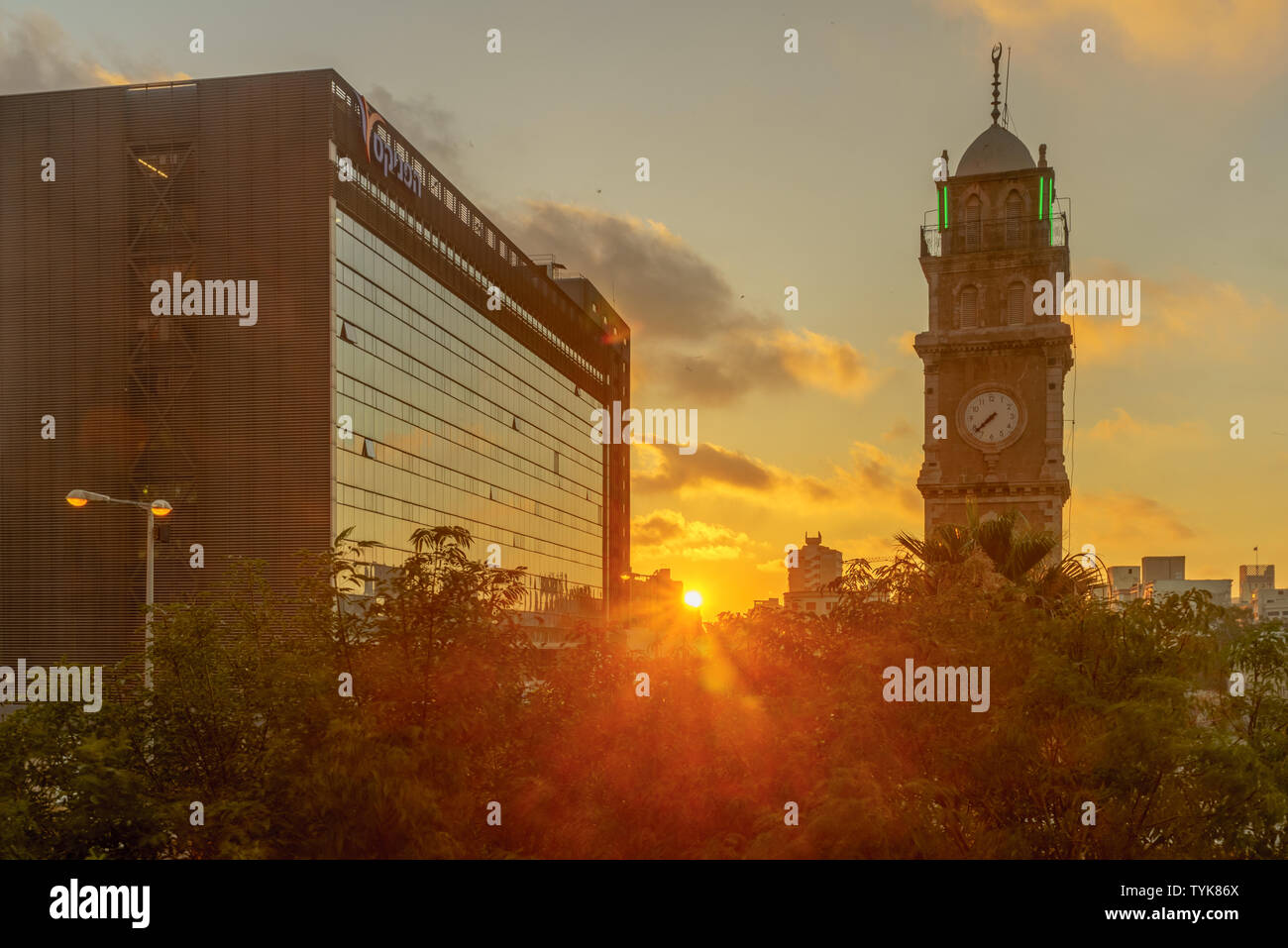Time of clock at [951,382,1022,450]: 7:37
